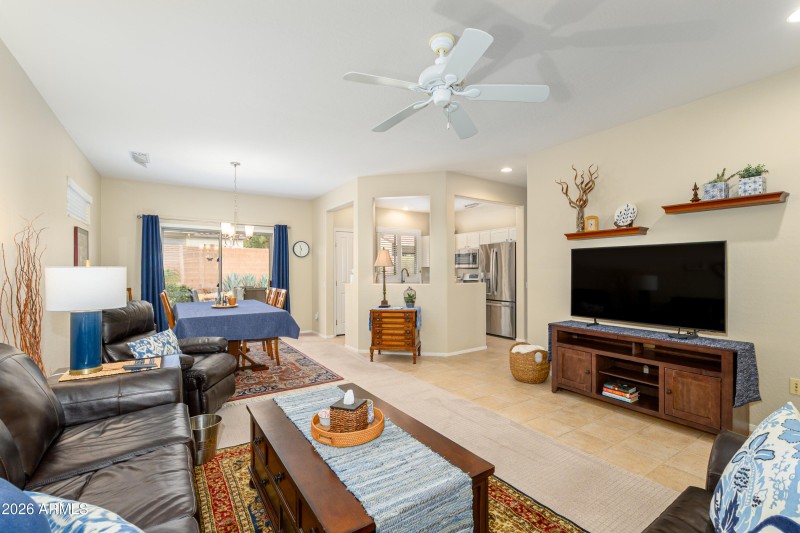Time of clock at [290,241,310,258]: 11:32
